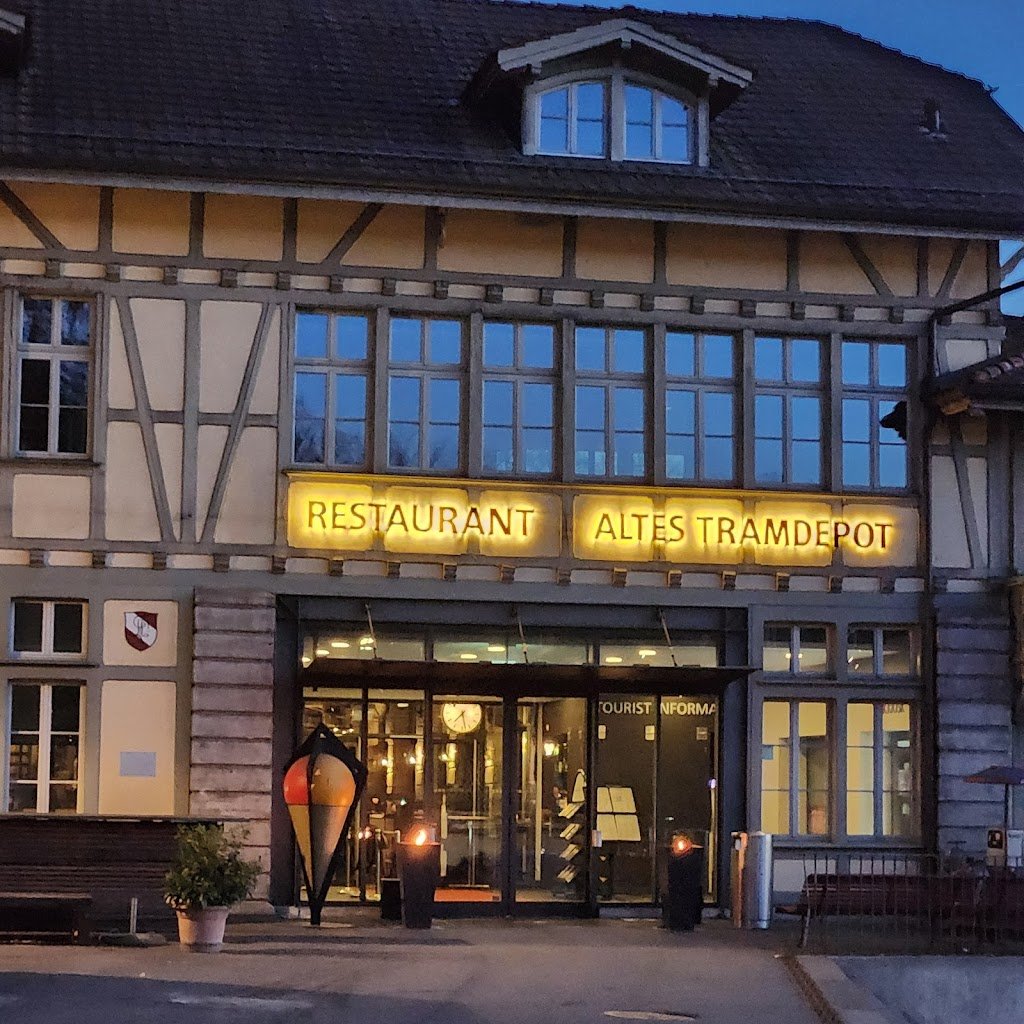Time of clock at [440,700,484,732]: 7:27
